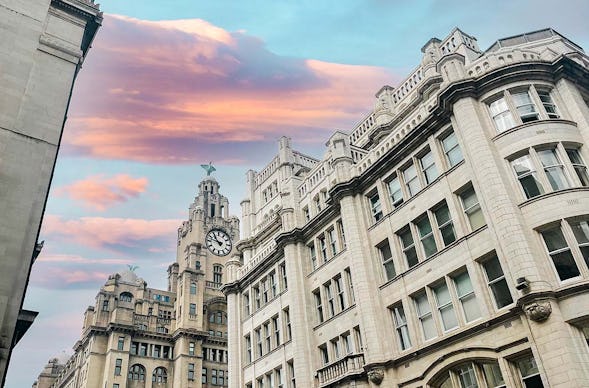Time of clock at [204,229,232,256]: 10:47
